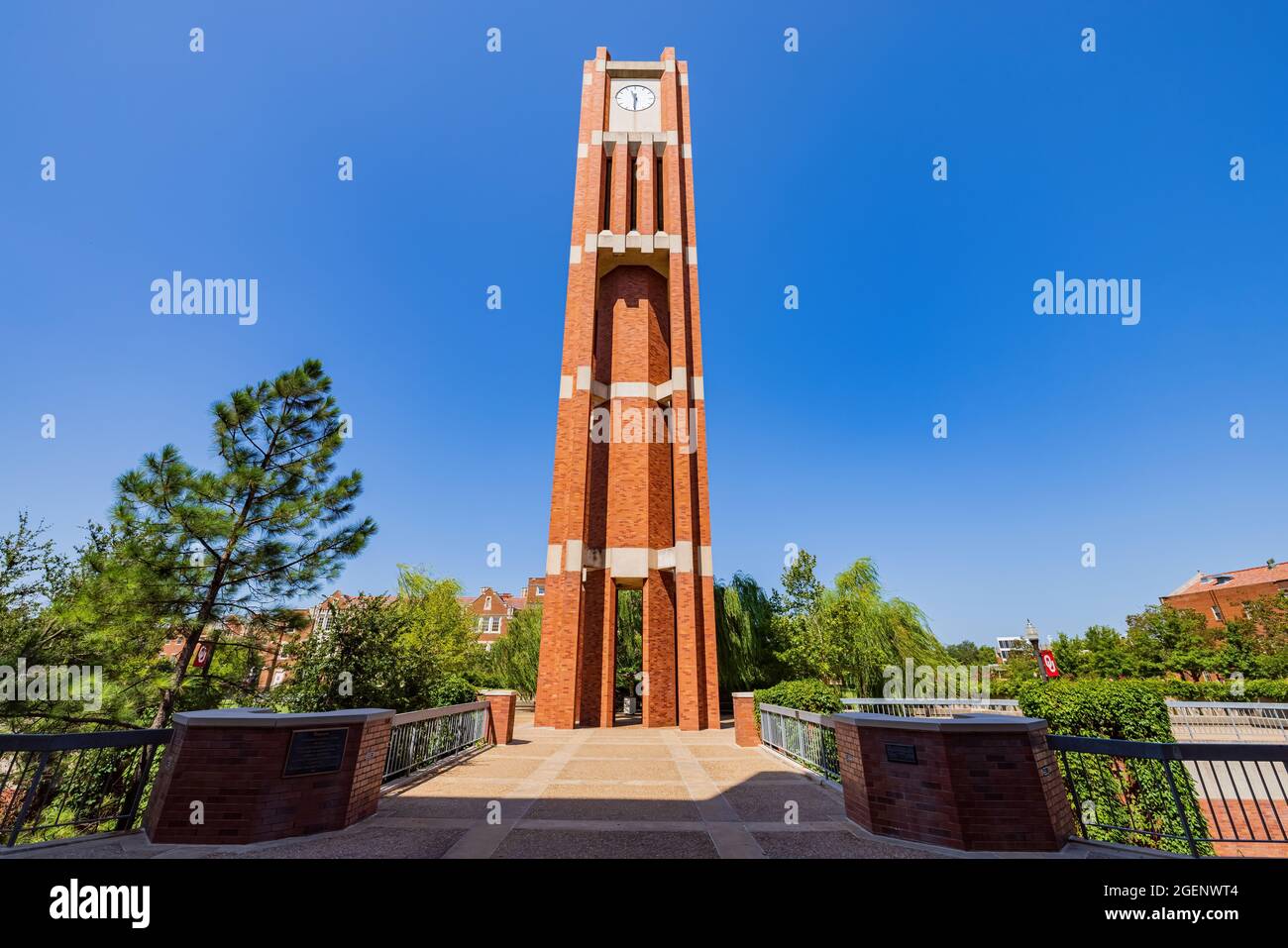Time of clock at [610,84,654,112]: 11:30
